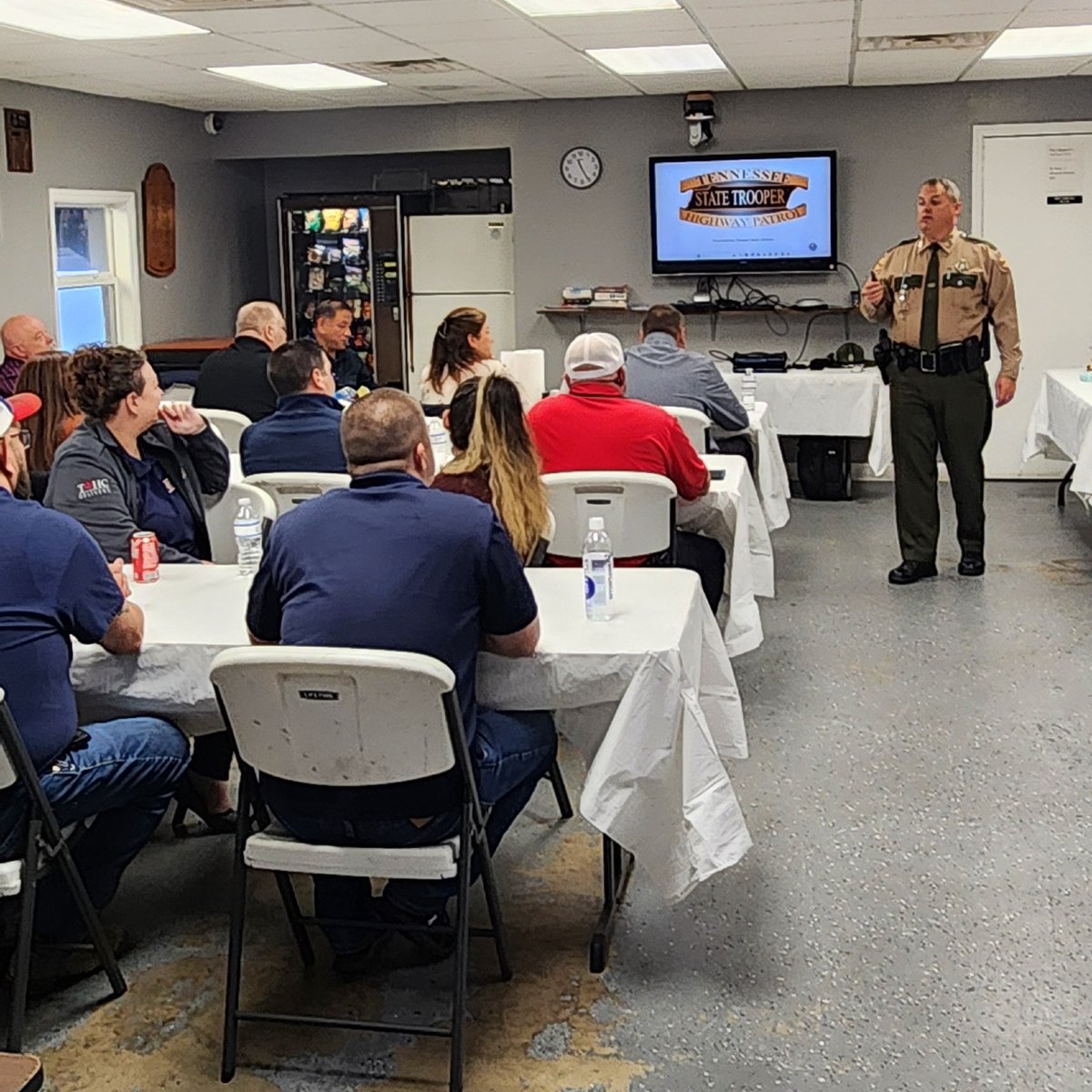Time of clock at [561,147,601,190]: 11:25
